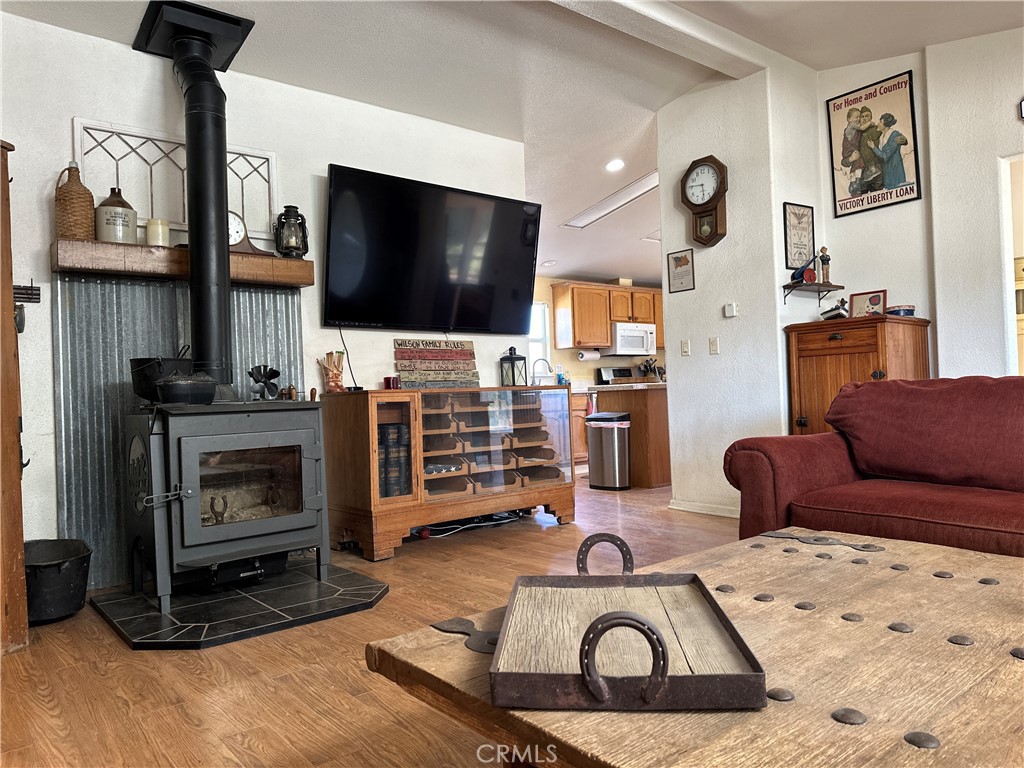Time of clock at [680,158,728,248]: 5:45
